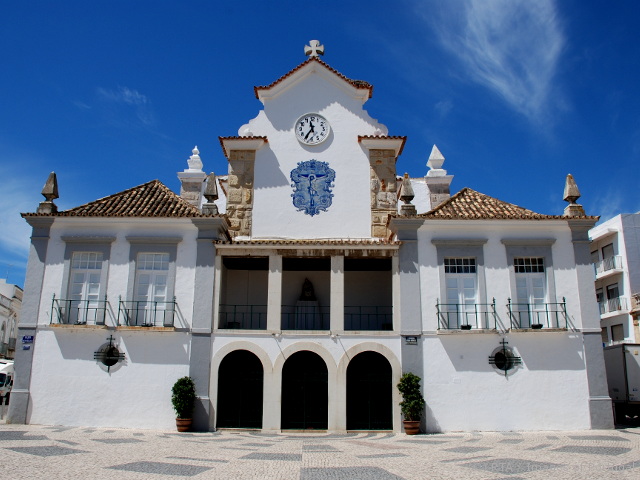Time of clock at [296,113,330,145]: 11:35
